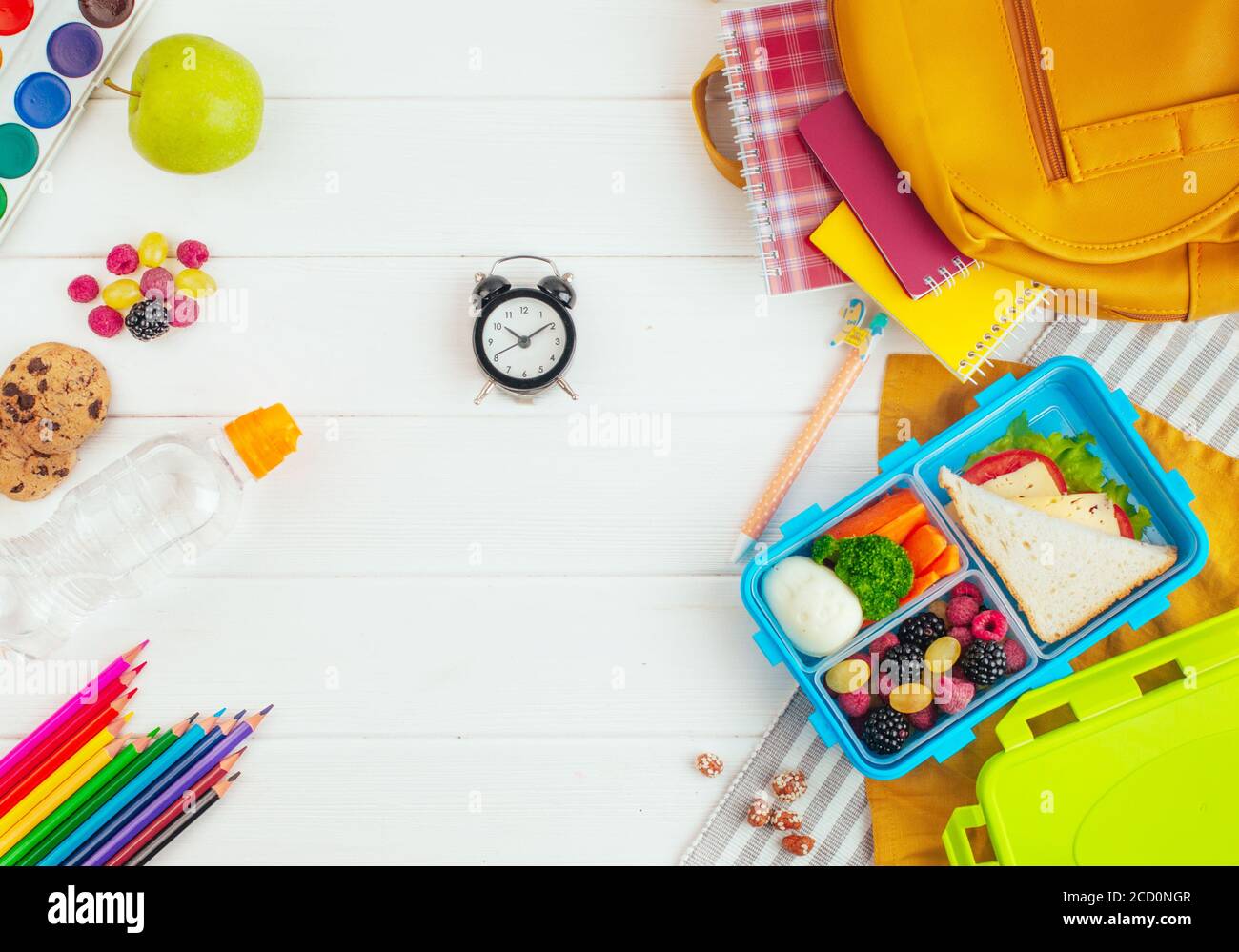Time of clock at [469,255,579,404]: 10:09
